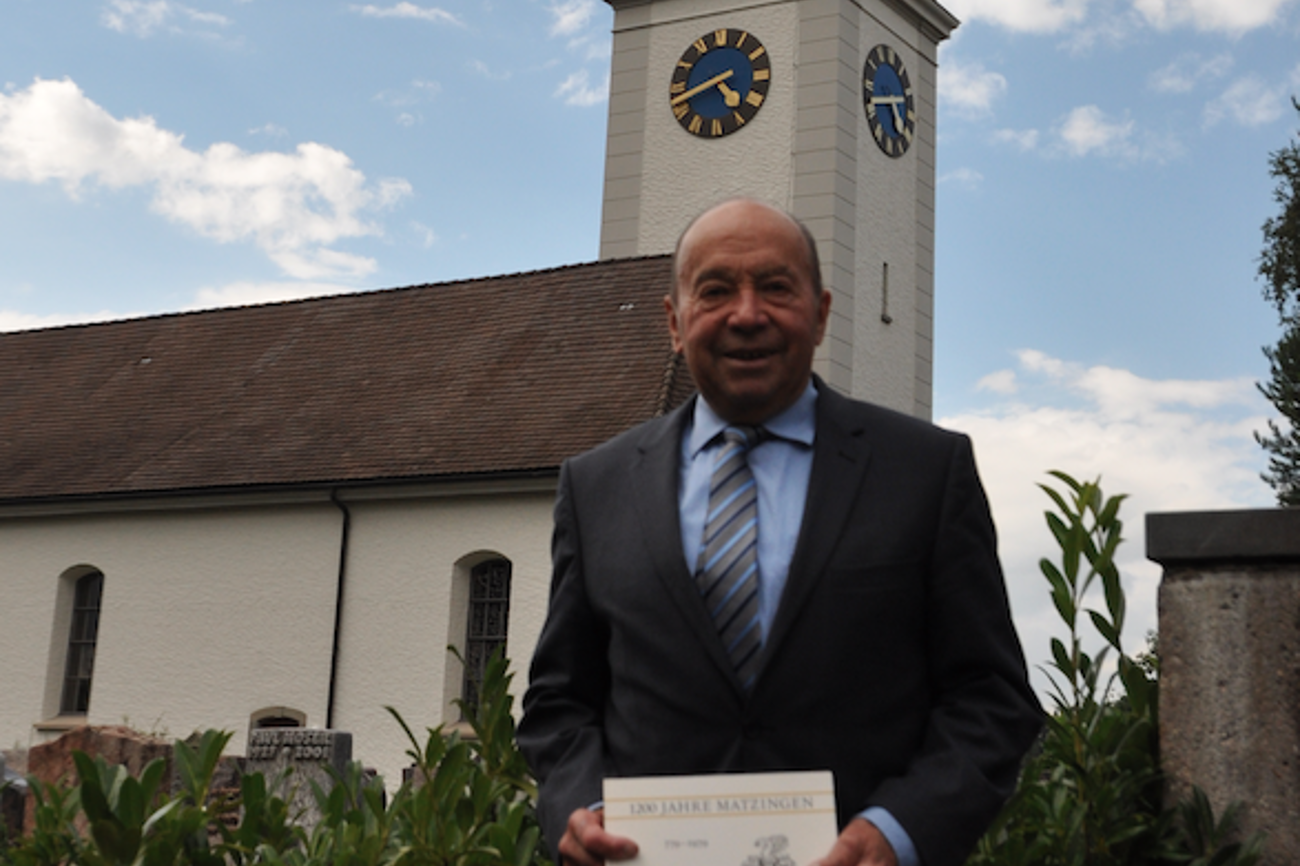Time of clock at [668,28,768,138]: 4:41
